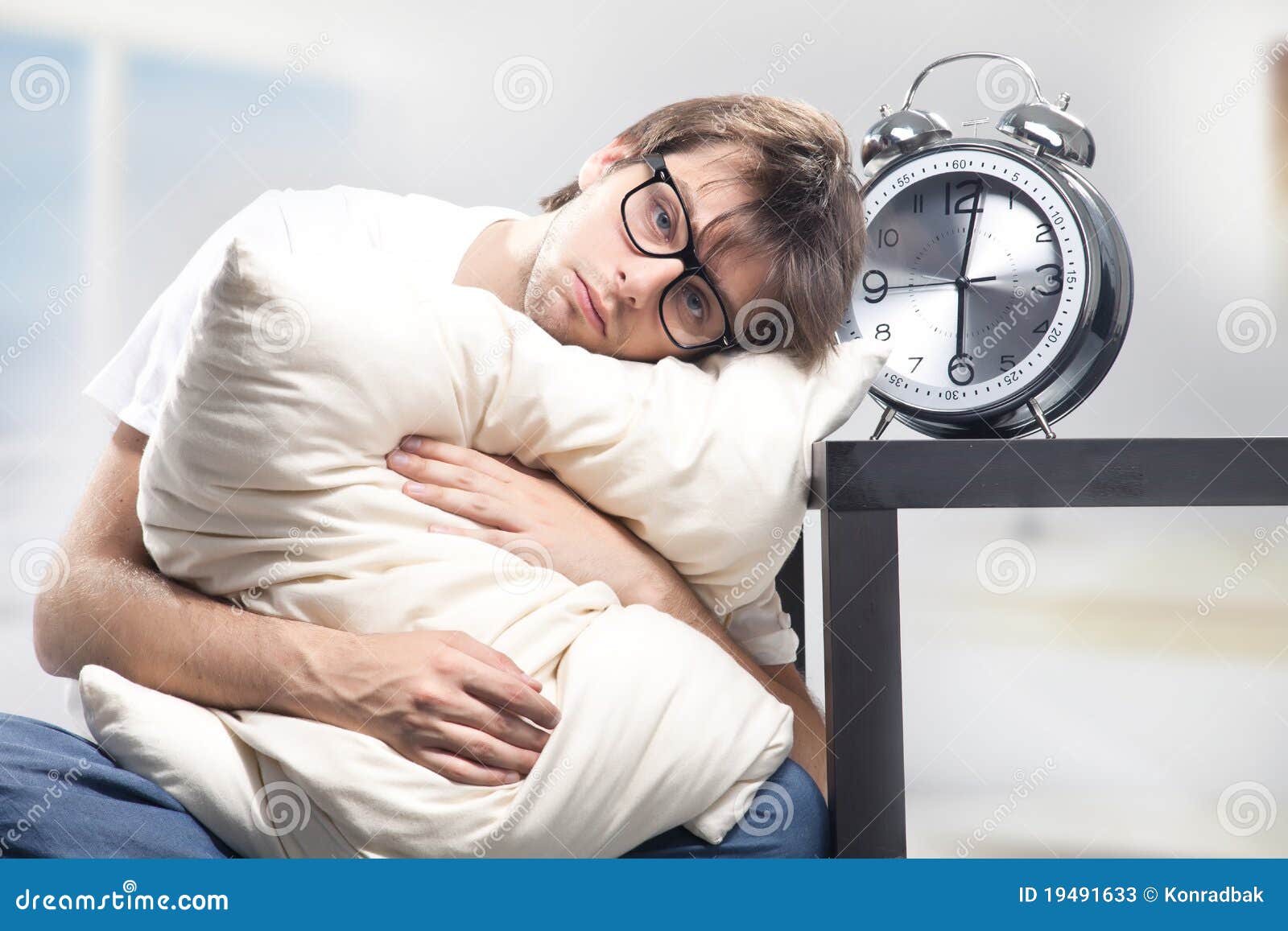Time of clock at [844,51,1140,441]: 6:01
